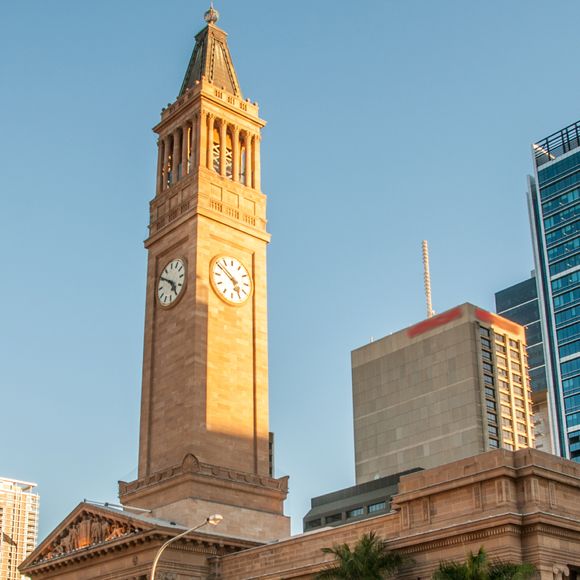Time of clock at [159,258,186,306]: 4:50
